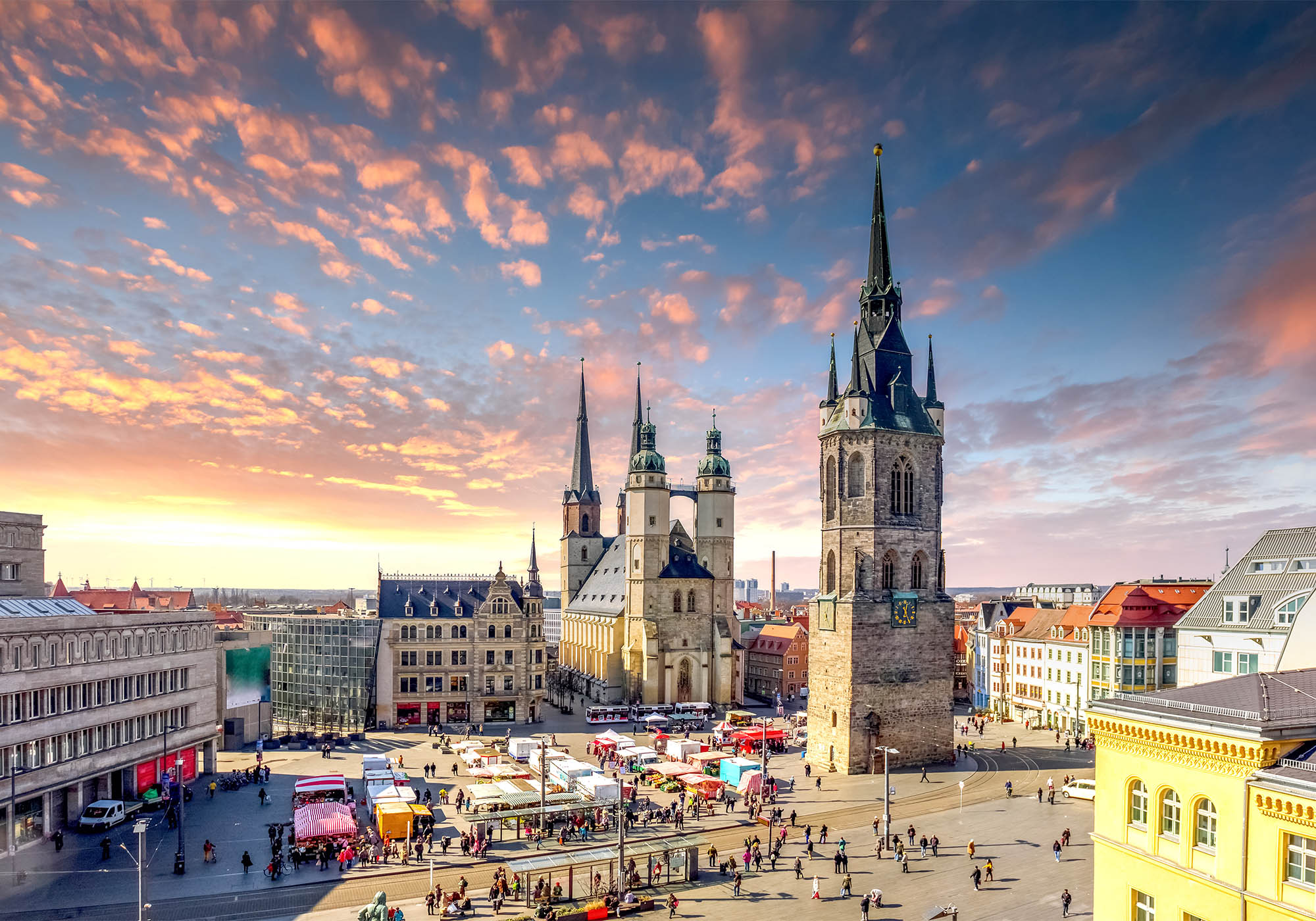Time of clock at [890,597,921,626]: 11:02
